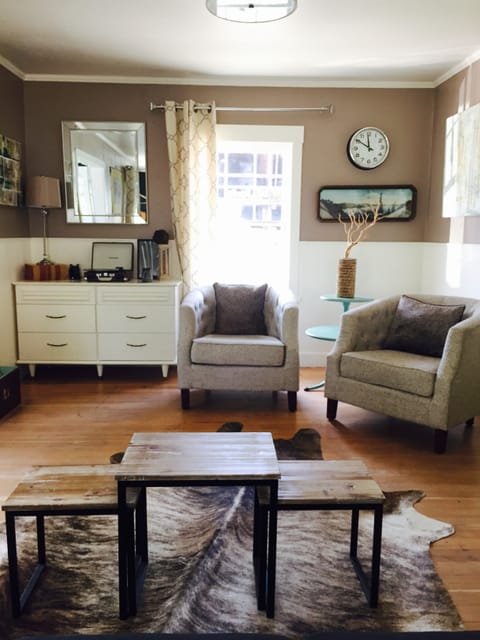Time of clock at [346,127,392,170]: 11:50
